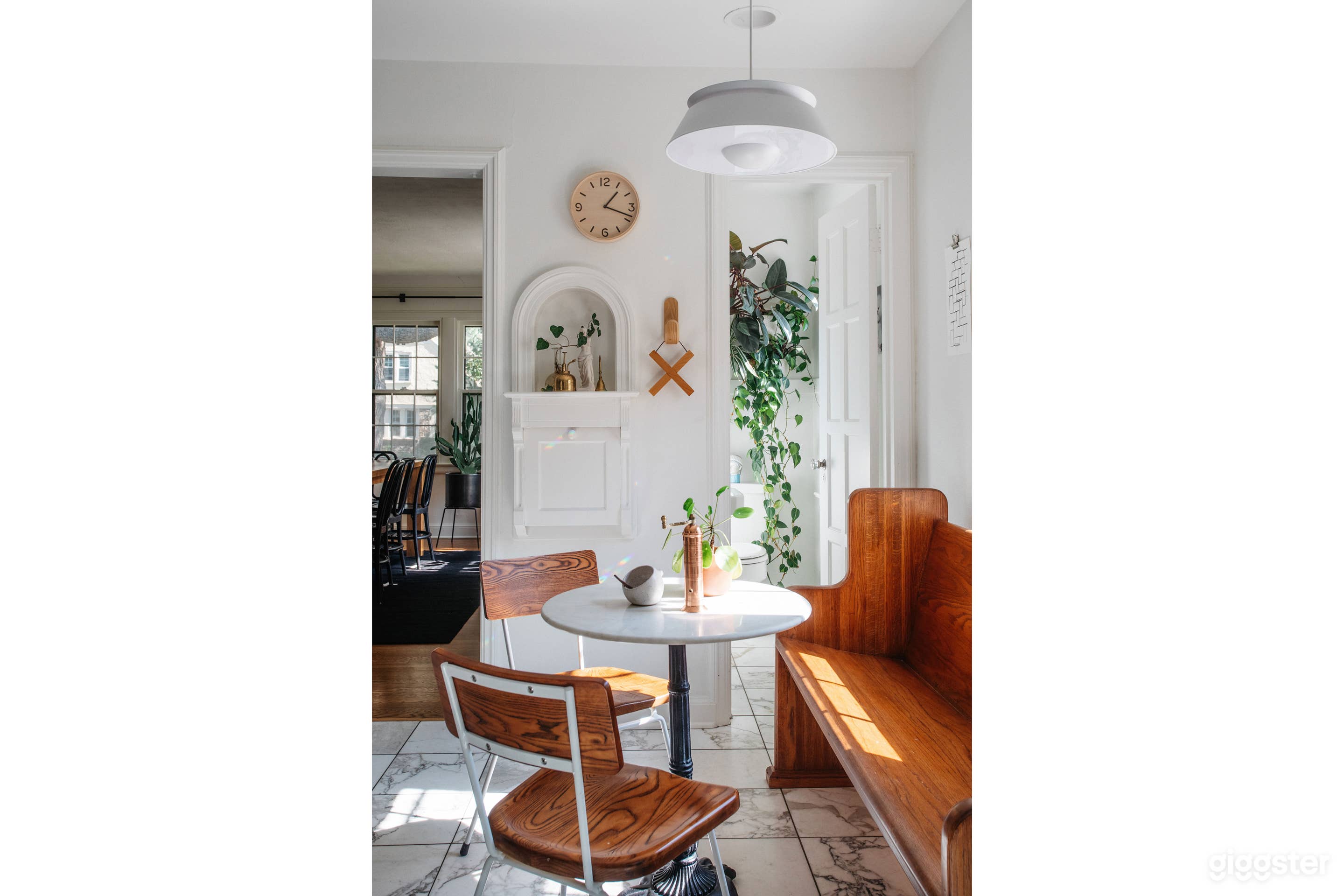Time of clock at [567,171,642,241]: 1:18
